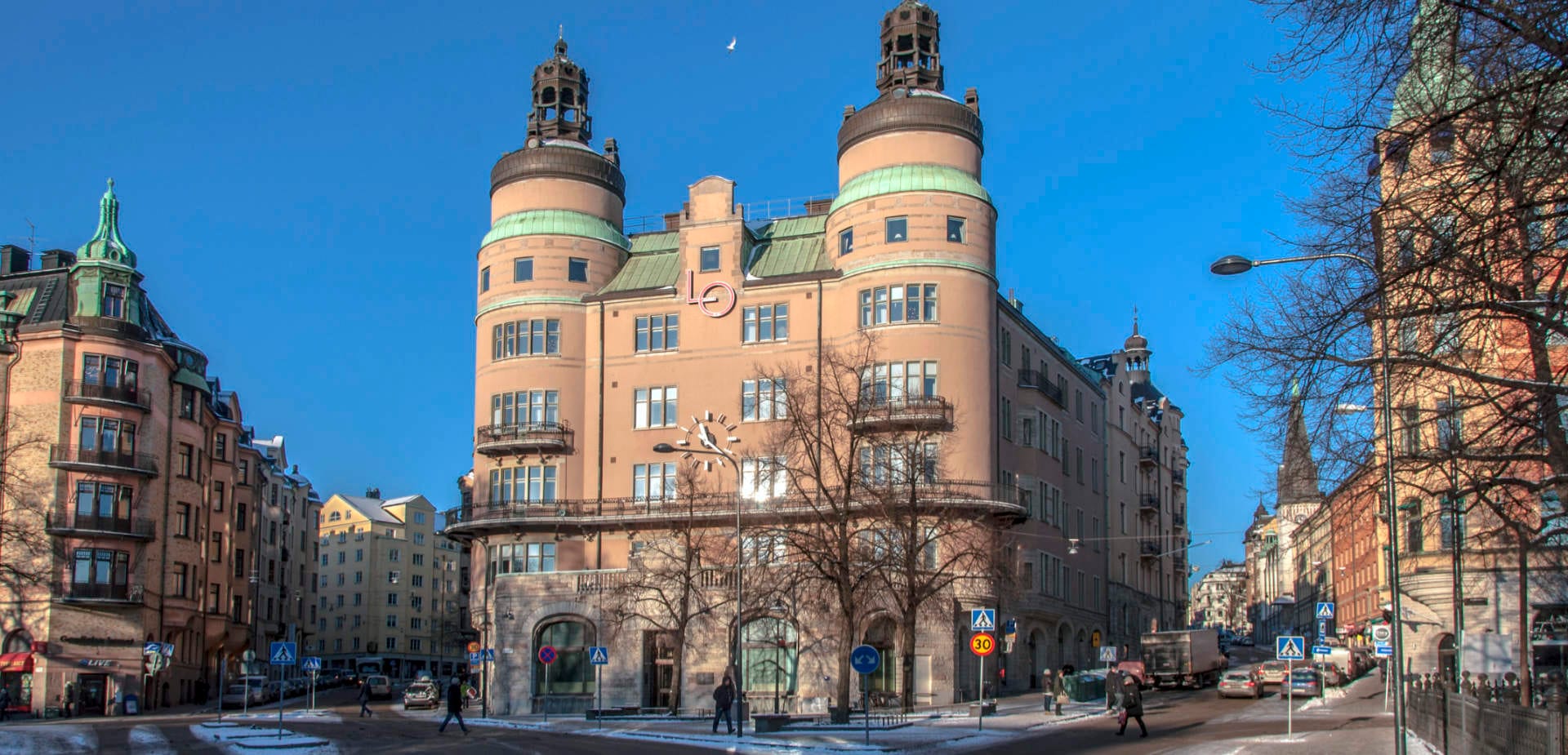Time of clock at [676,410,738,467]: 11:21
